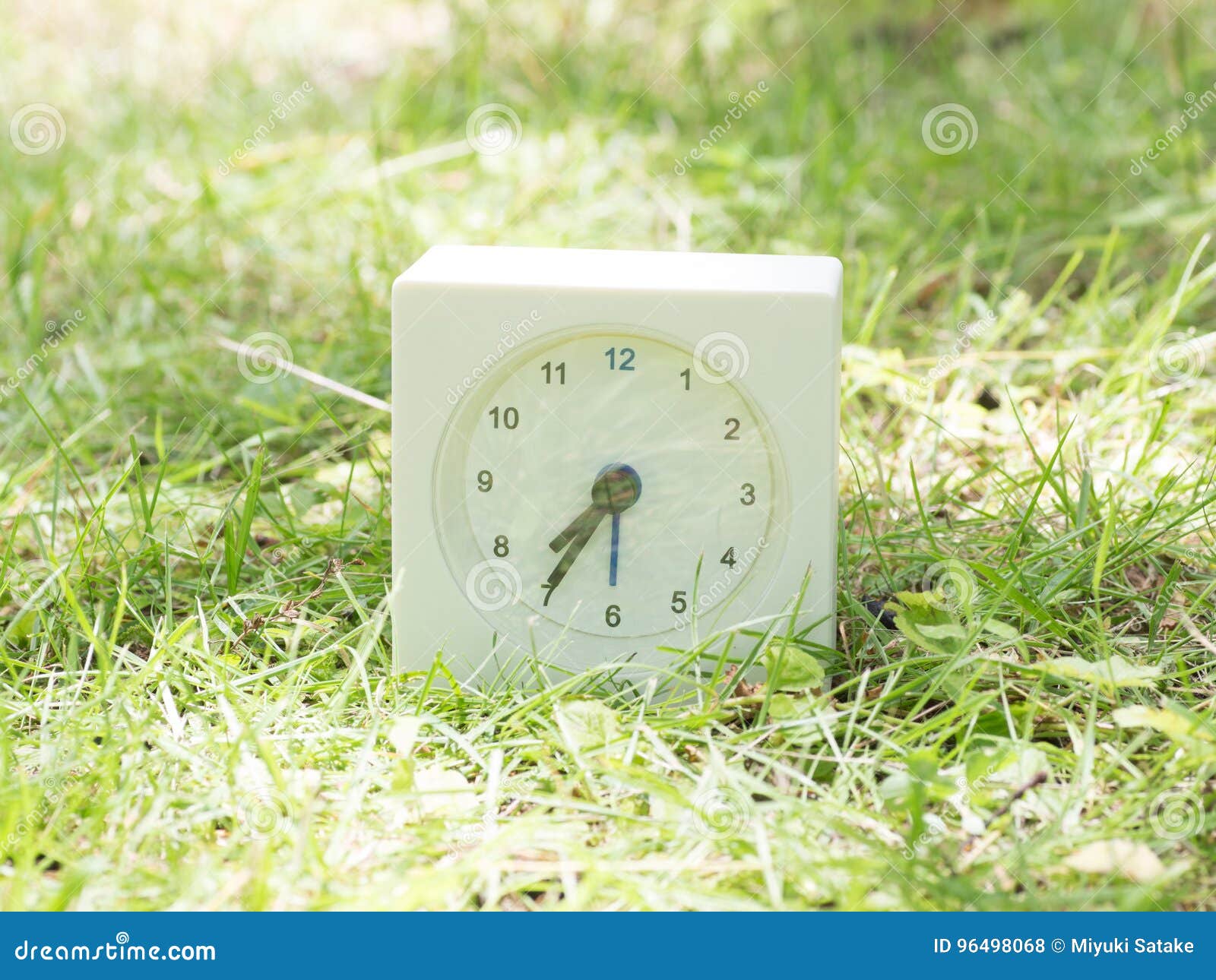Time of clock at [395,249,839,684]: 7:35
